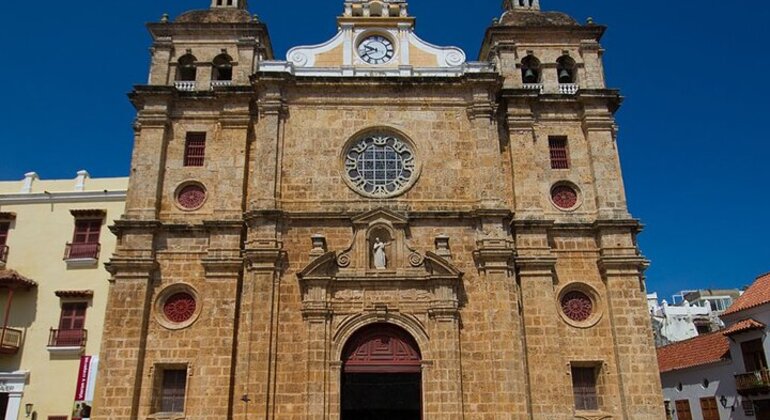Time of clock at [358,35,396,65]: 9:41
